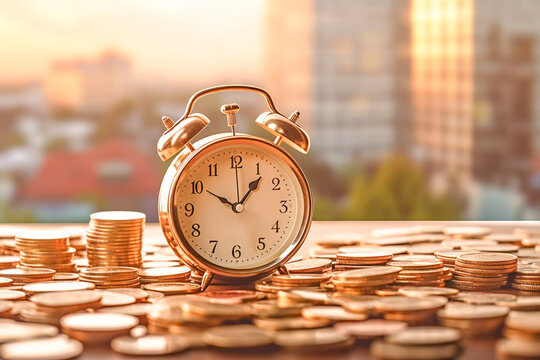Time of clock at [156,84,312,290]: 10:06
